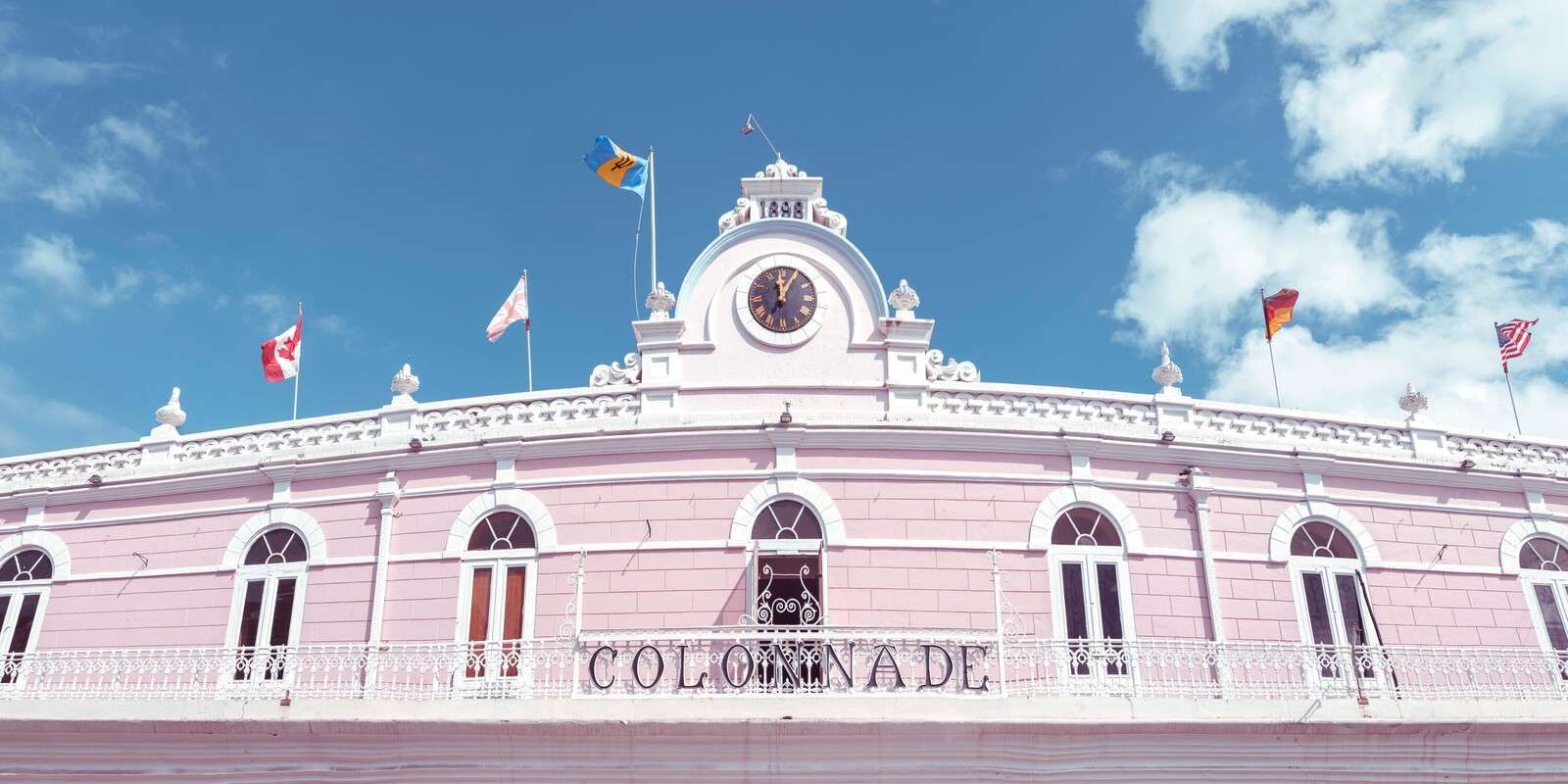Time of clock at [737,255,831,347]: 12:05
